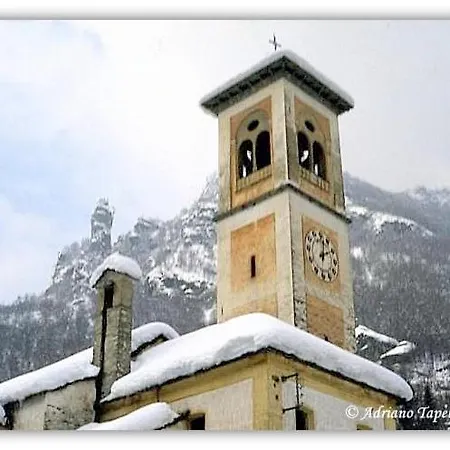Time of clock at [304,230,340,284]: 2:02
